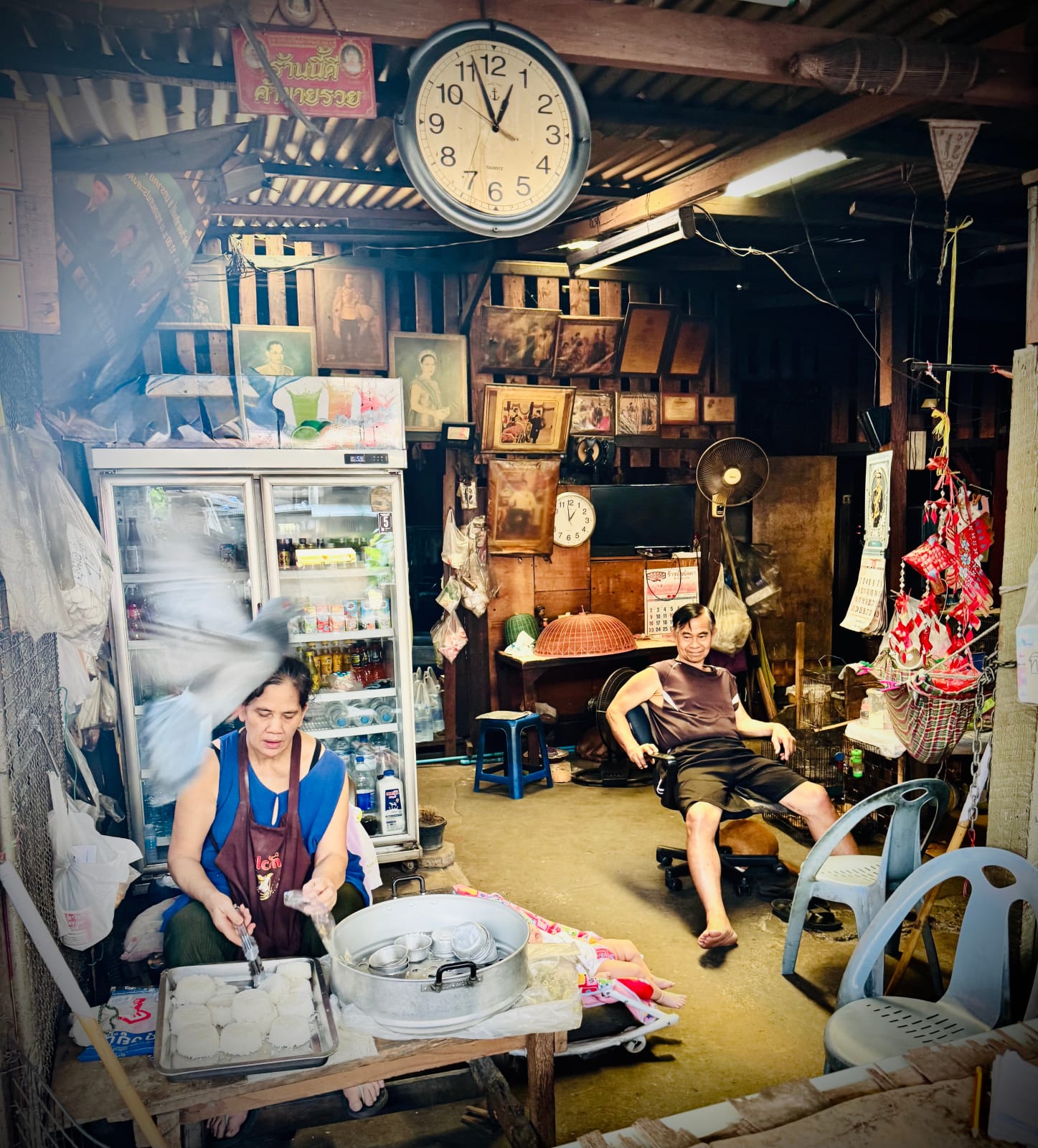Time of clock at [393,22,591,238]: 12:56
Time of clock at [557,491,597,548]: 12:58
